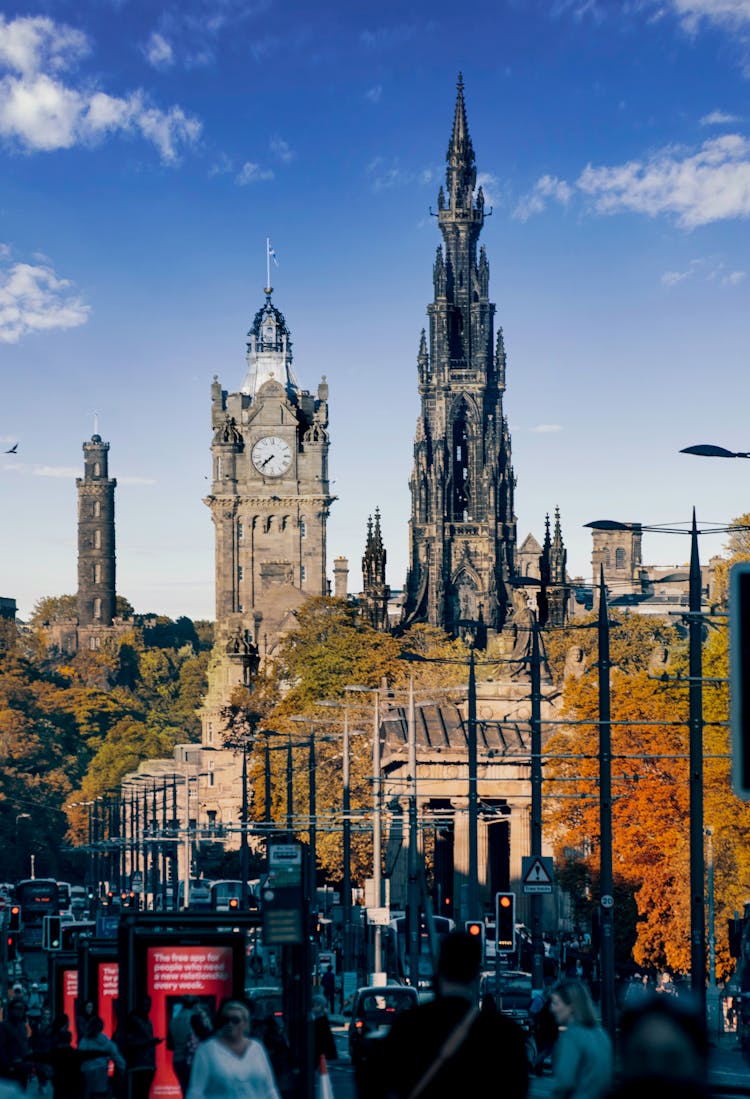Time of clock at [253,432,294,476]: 7:37
